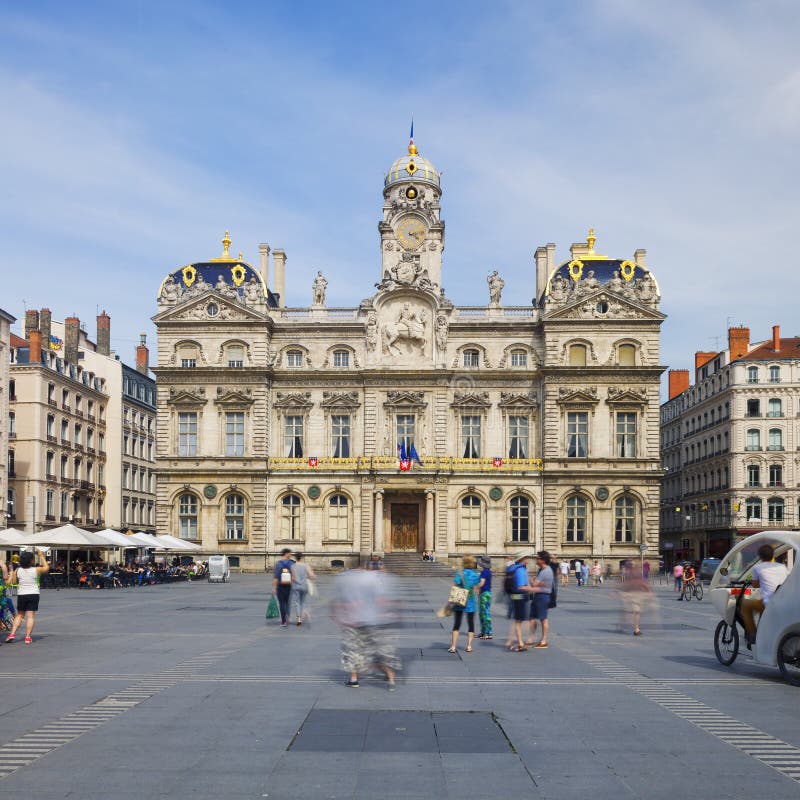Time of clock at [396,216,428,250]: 4:12
